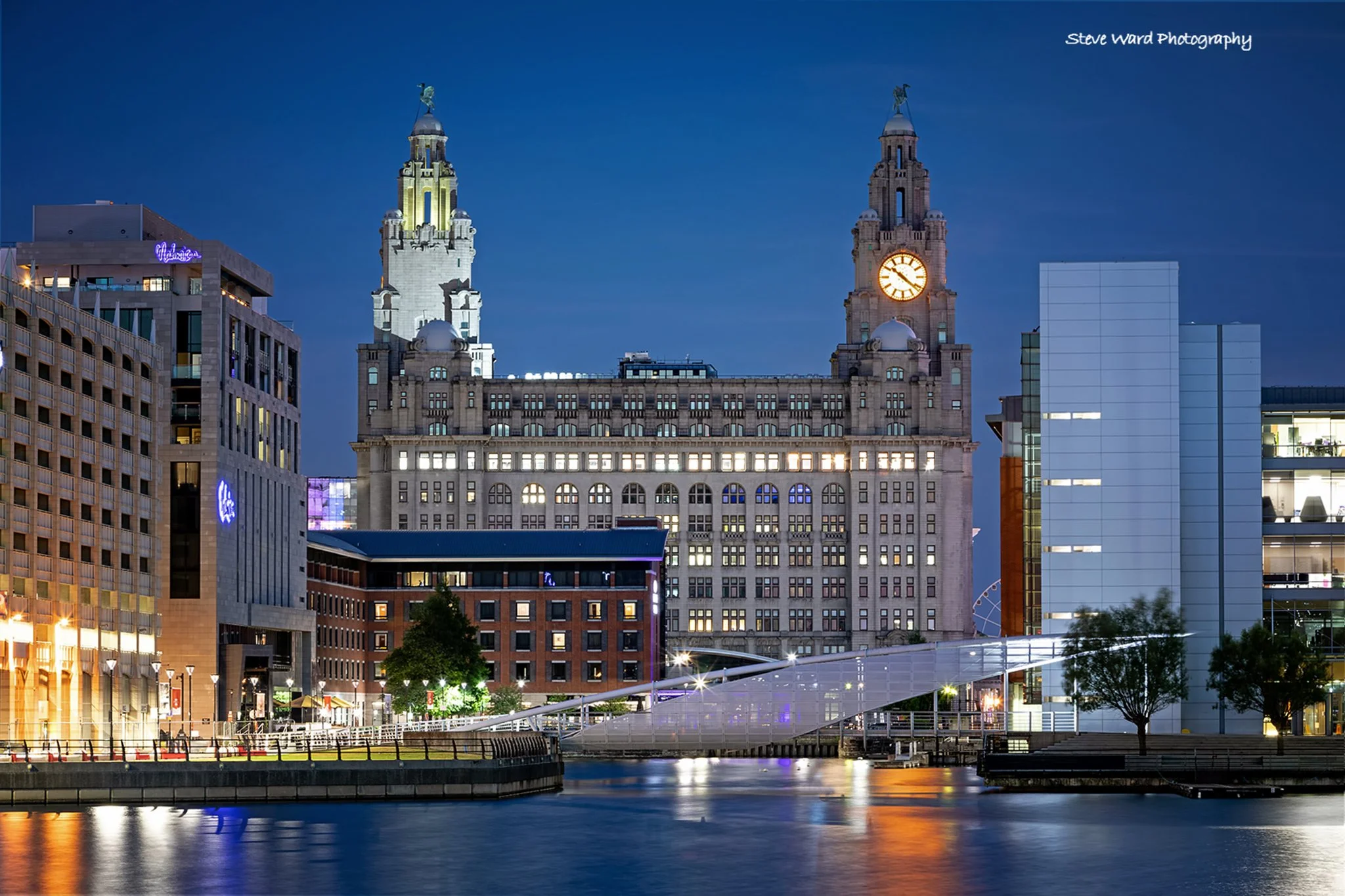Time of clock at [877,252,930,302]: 10:21
